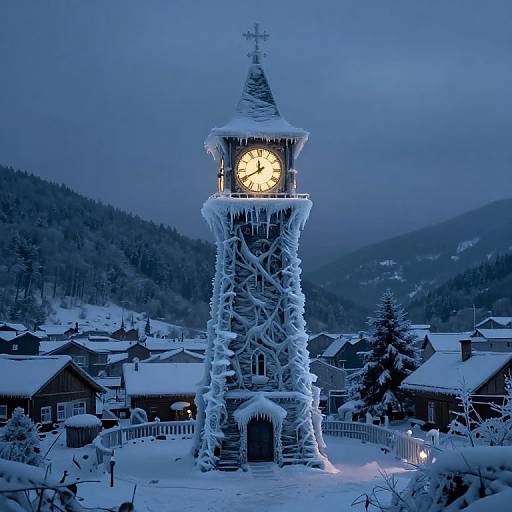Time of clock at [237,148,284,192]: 11:40
